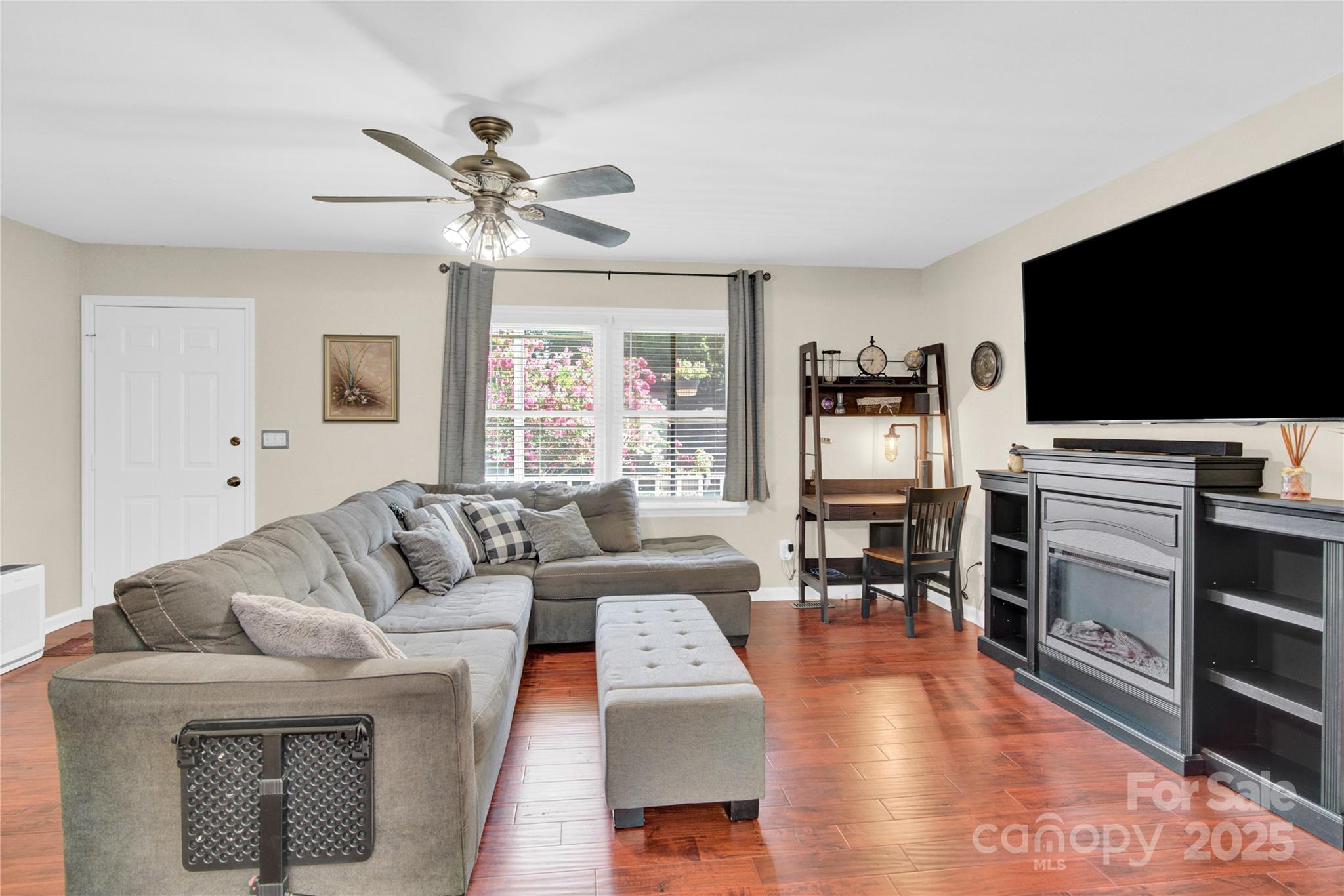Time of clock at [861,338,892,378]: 6:44
